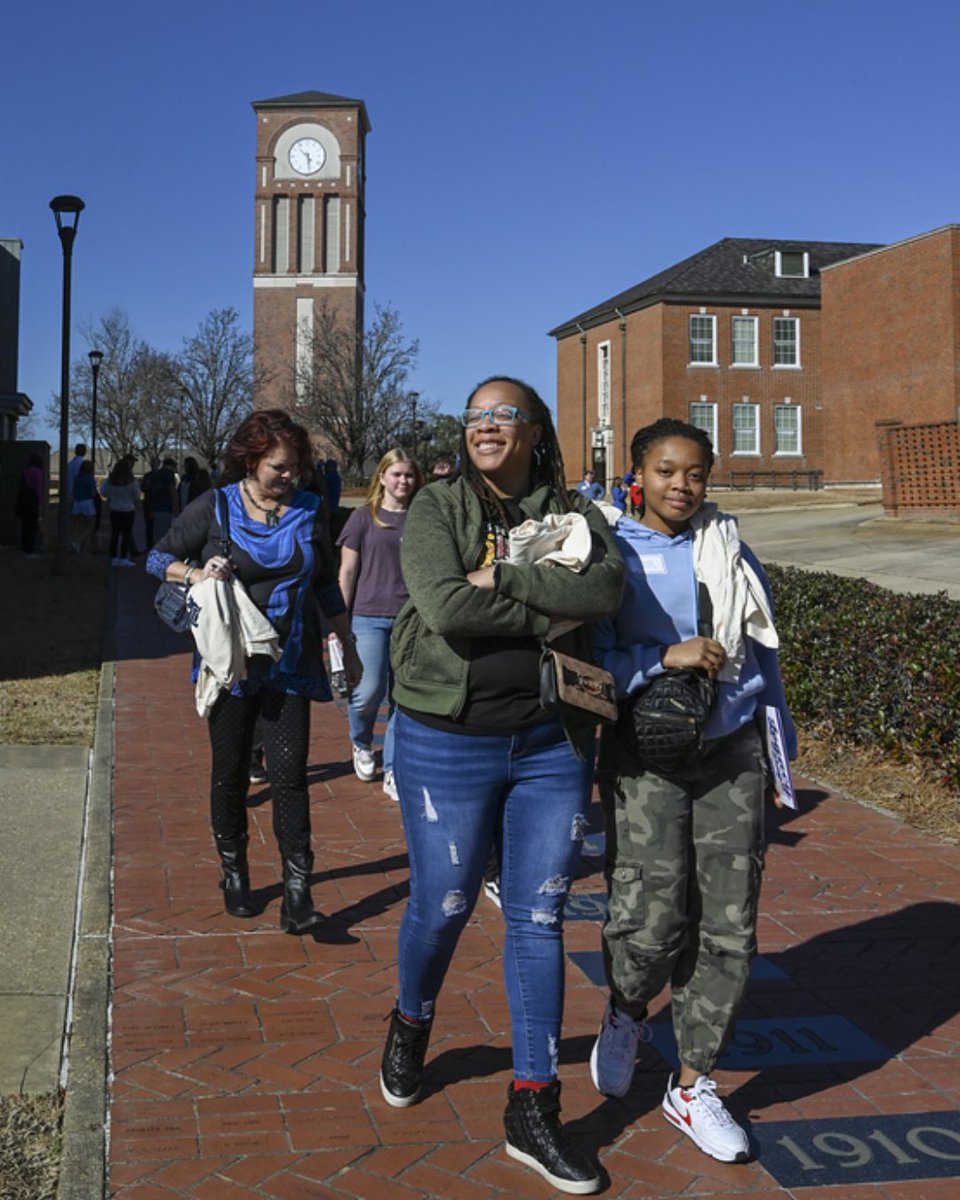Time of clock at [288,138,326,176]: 4:28
